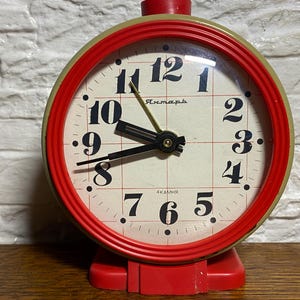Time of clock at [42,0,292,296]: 9:42
